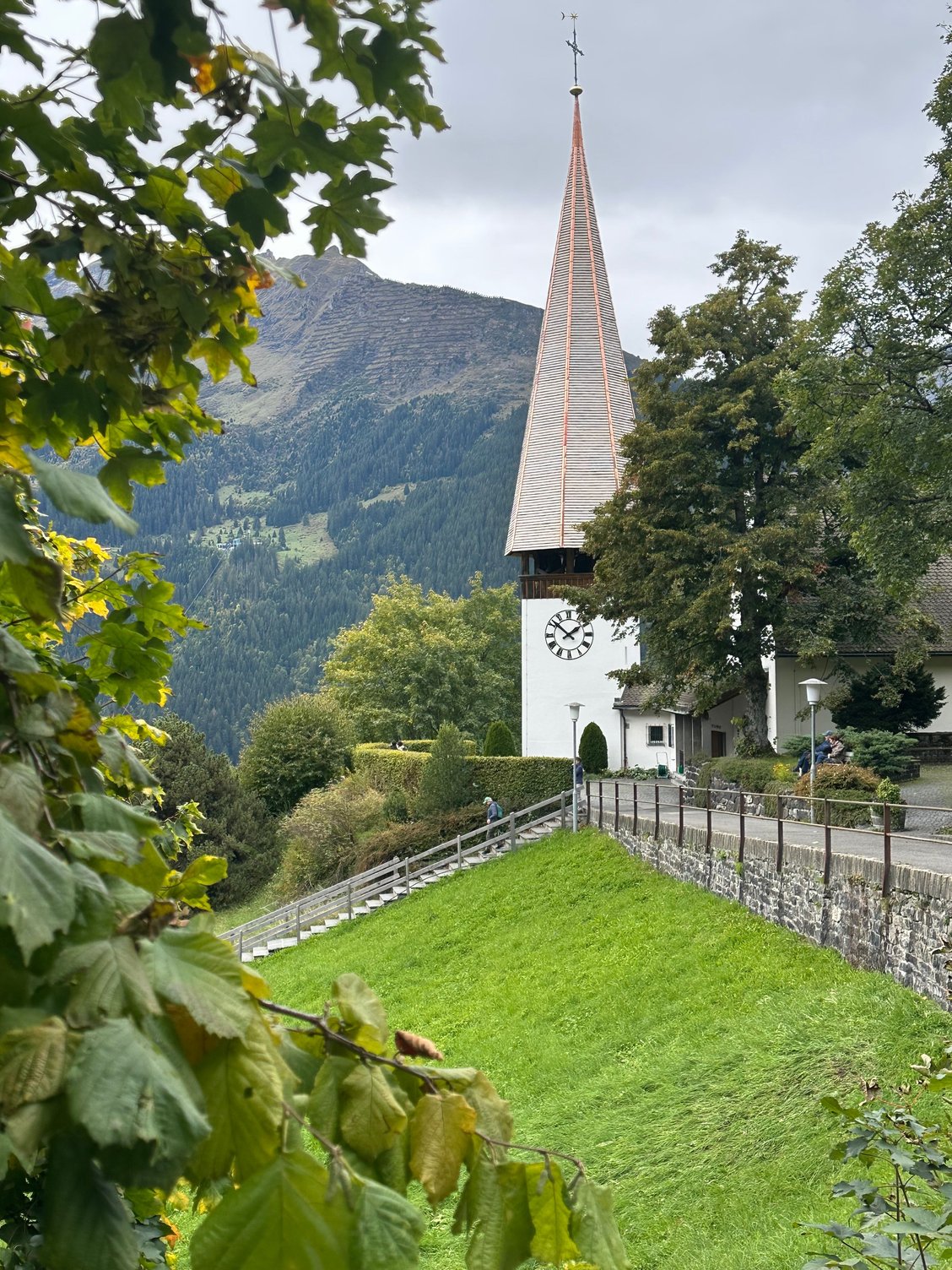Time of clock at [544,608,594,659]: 1:51
